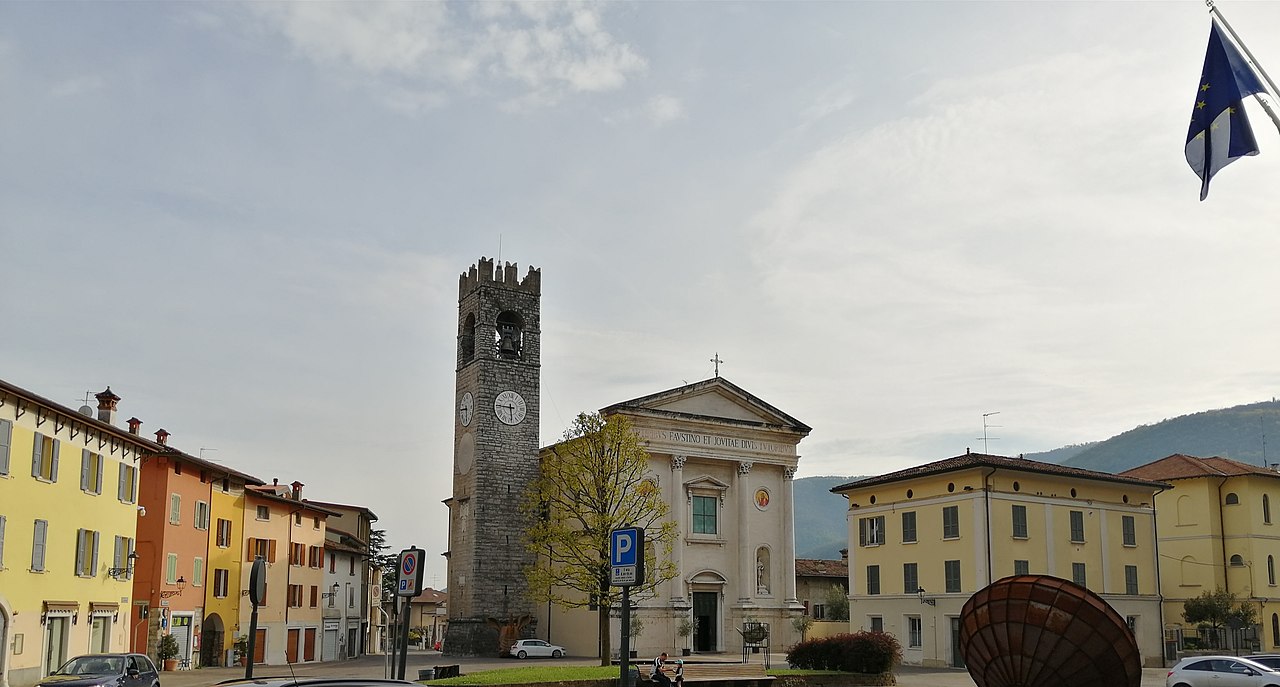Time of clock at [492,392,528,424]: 5:45
